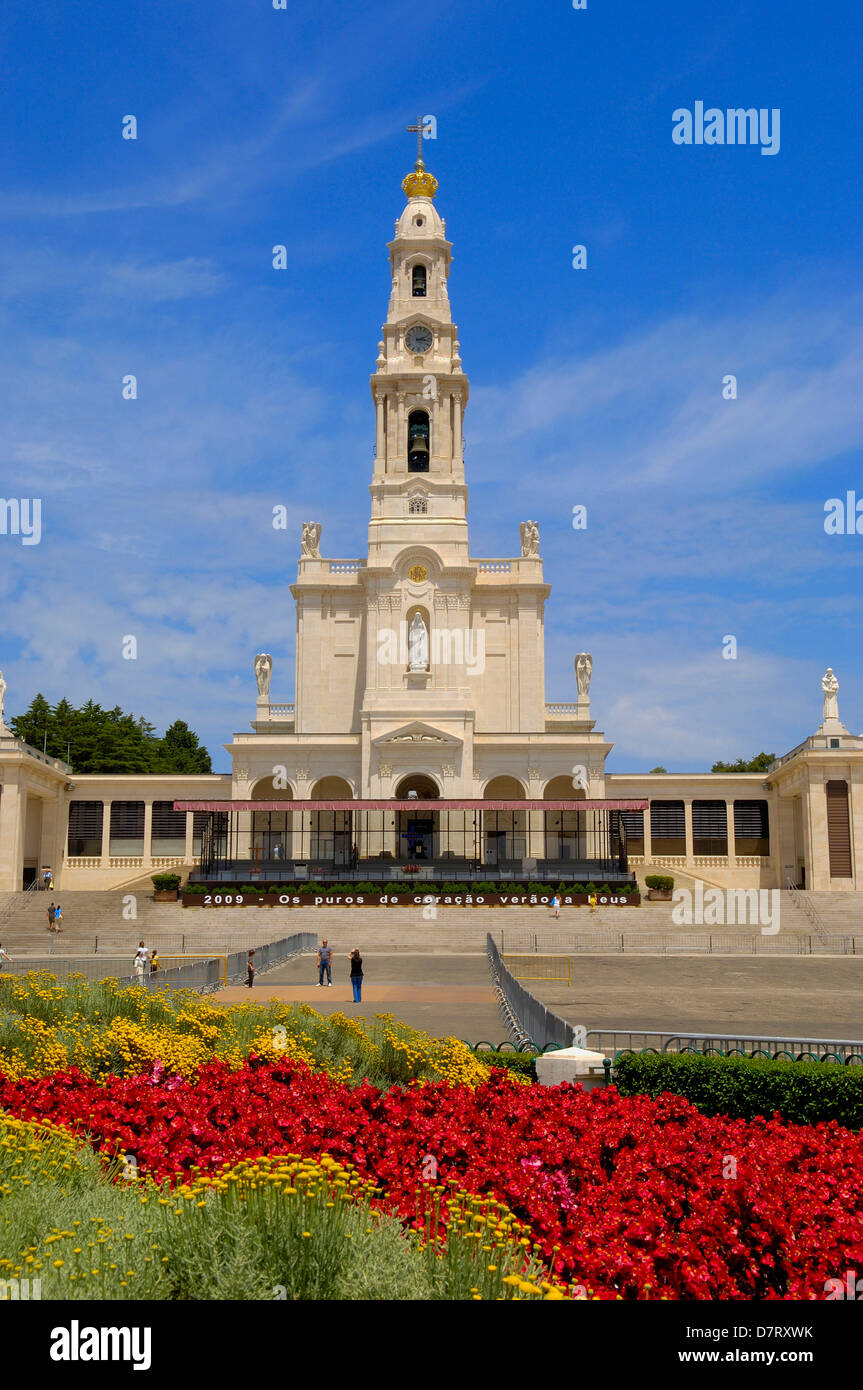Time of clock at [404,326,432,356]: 2:16
